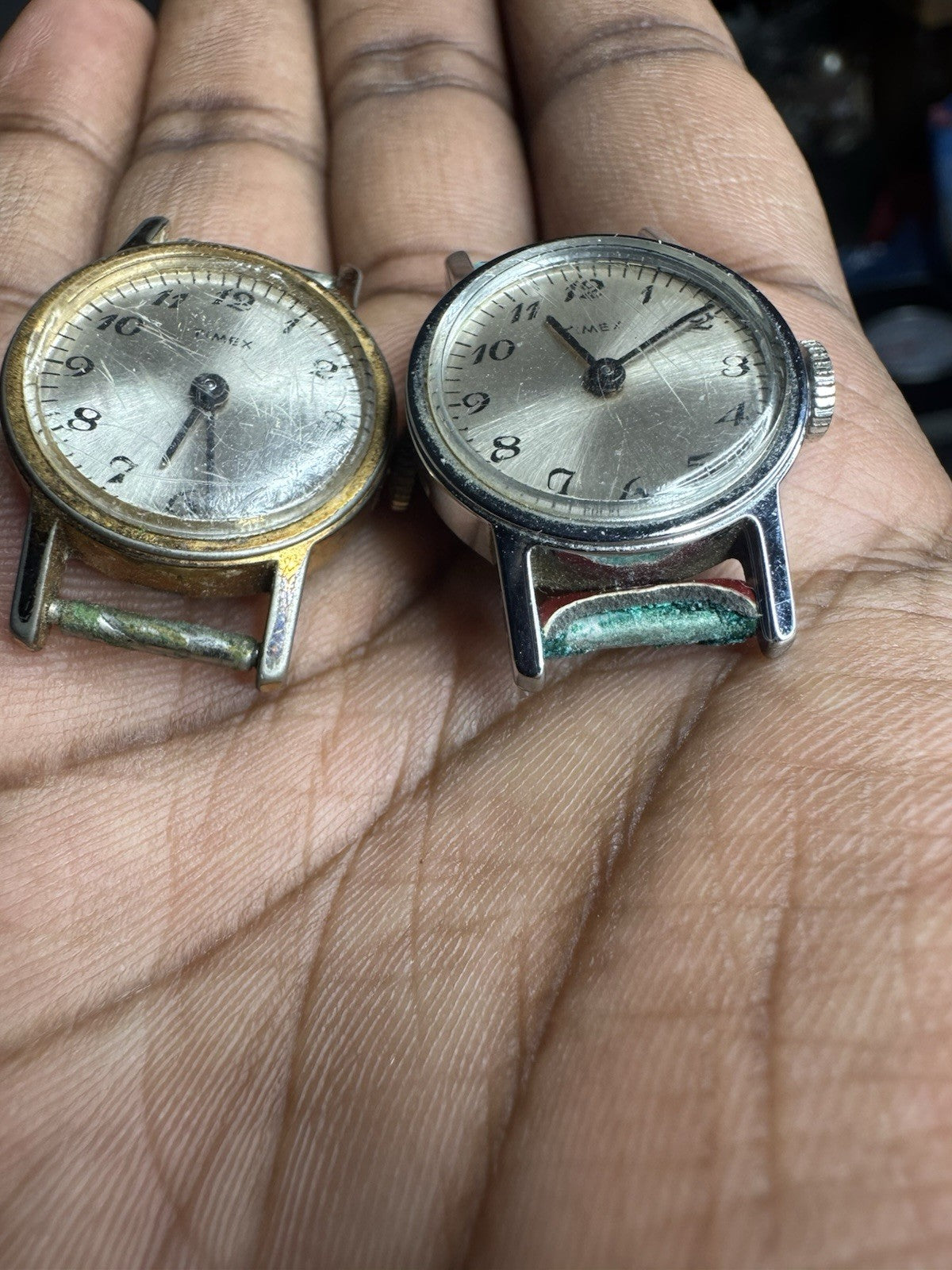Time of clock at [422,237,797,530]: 11:09
